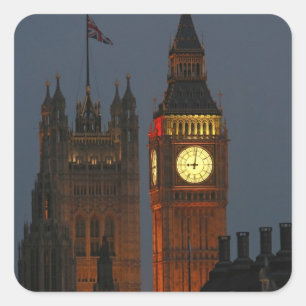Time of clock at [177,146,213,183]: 9:01
